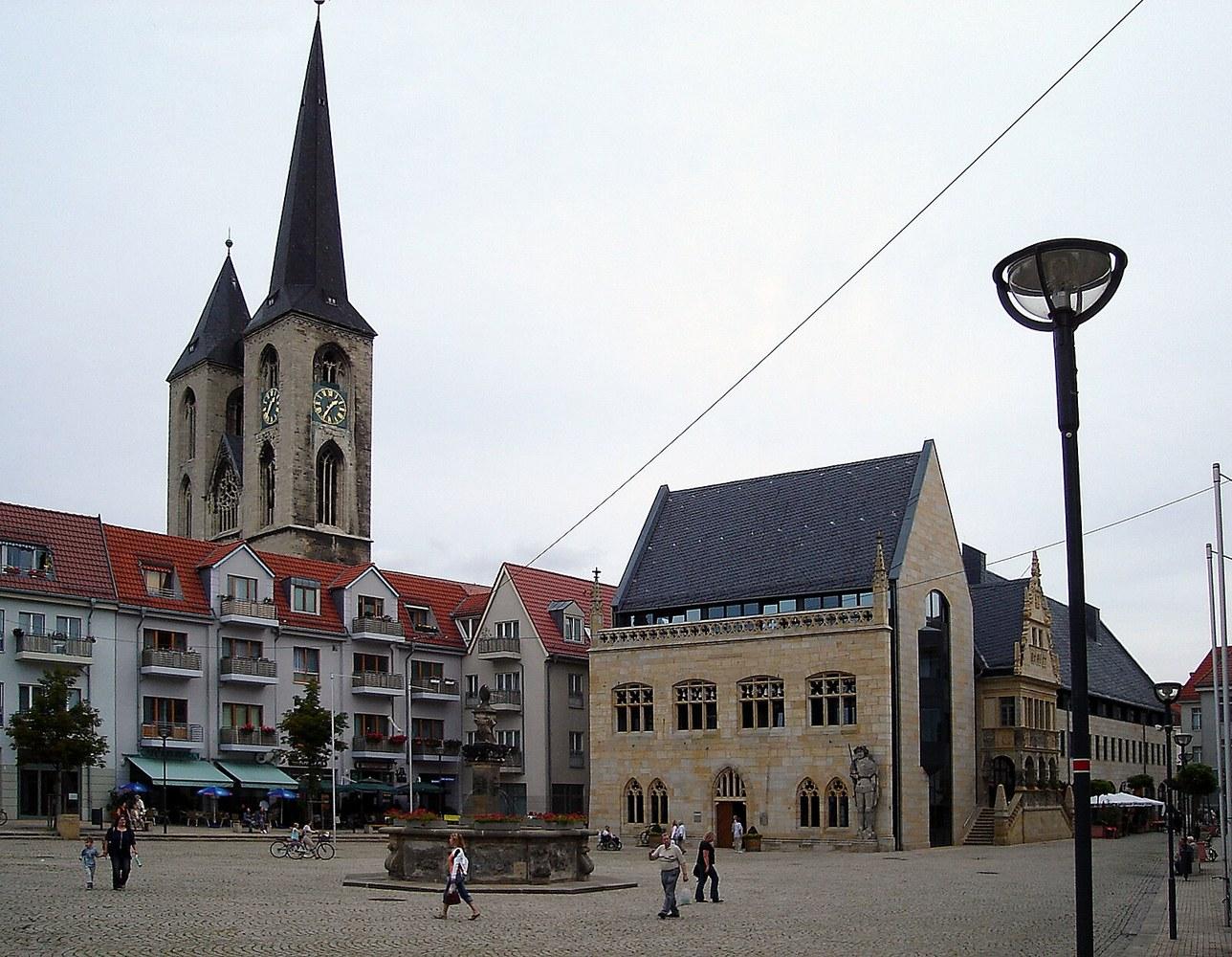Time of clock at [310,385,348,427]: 1:35
